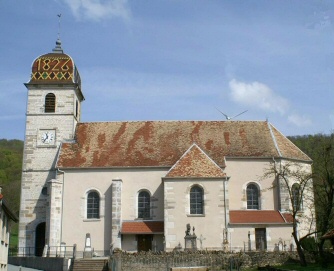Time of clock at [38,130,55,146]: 11:35
